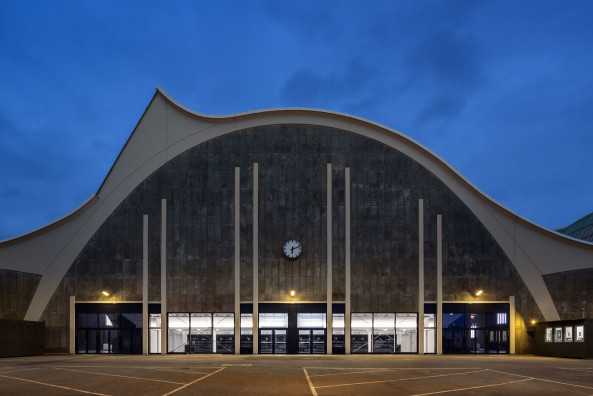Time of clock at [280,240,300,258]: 6:12
